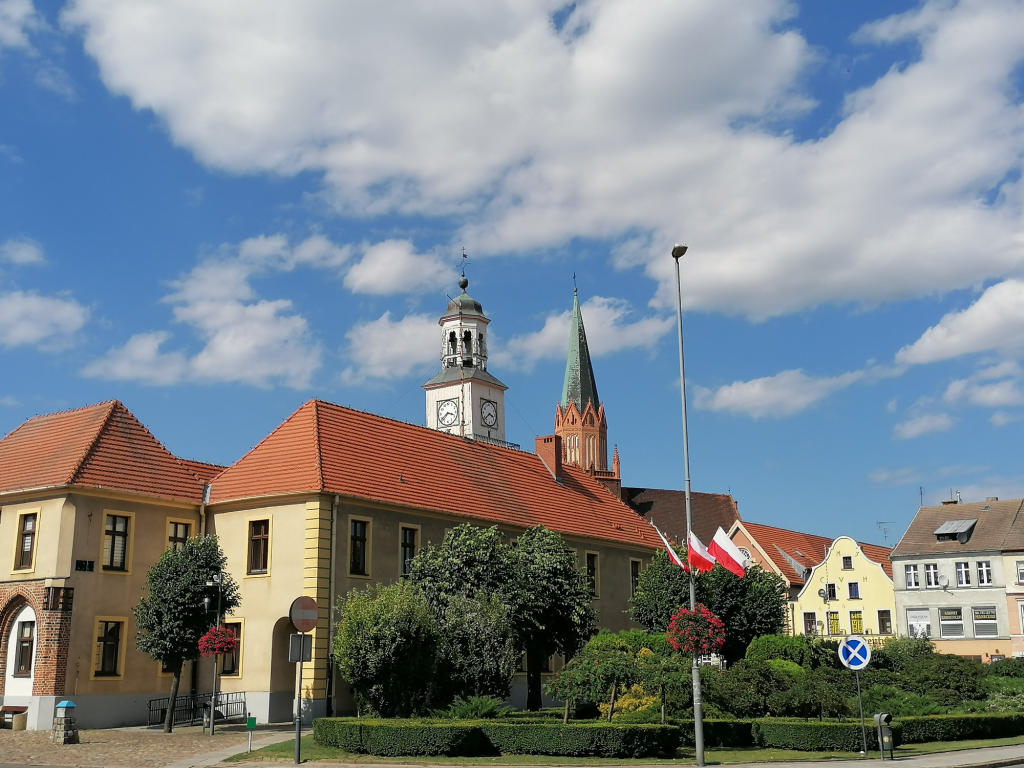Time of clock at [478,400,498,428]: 3:38
